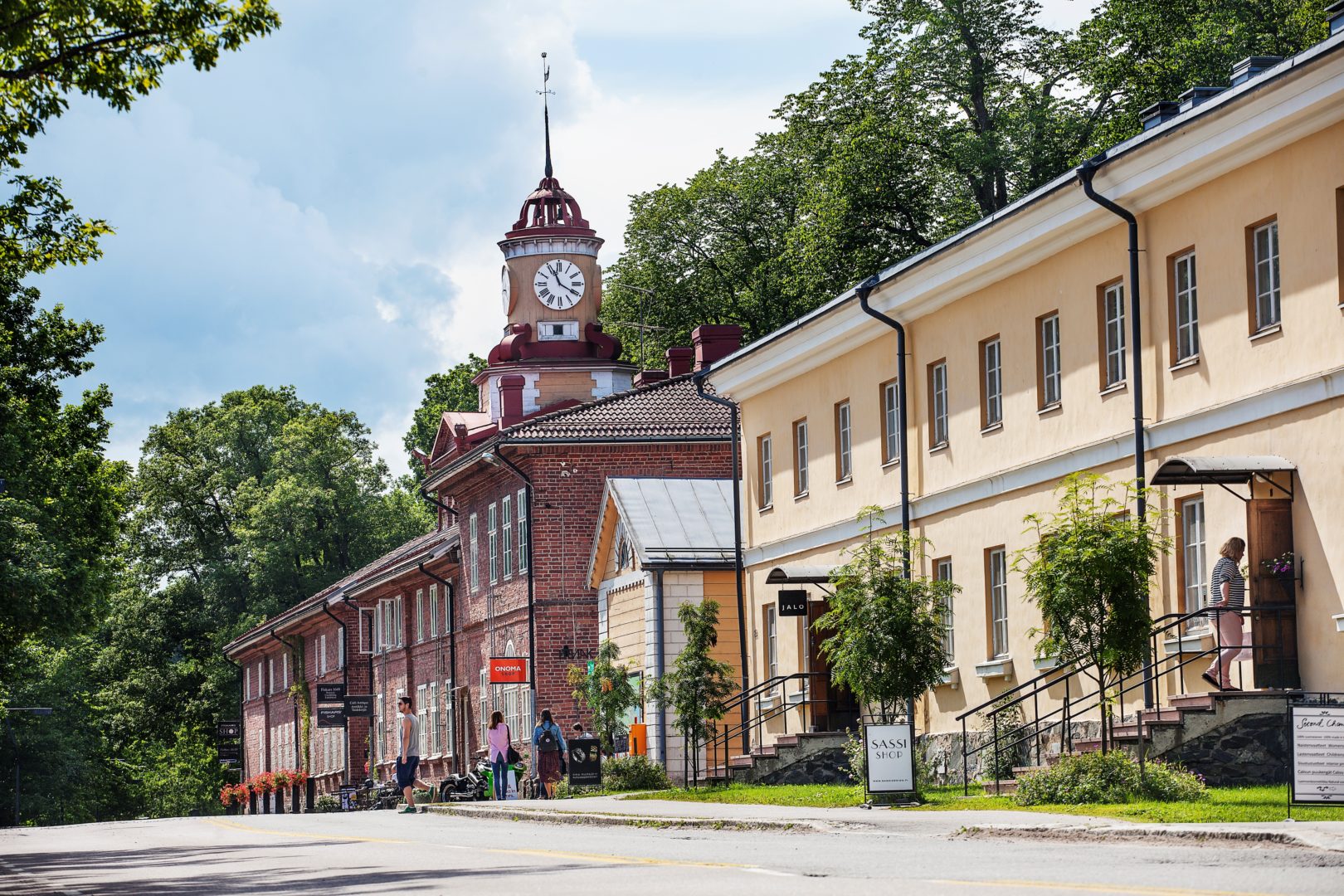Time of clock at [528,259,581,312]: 11:19
